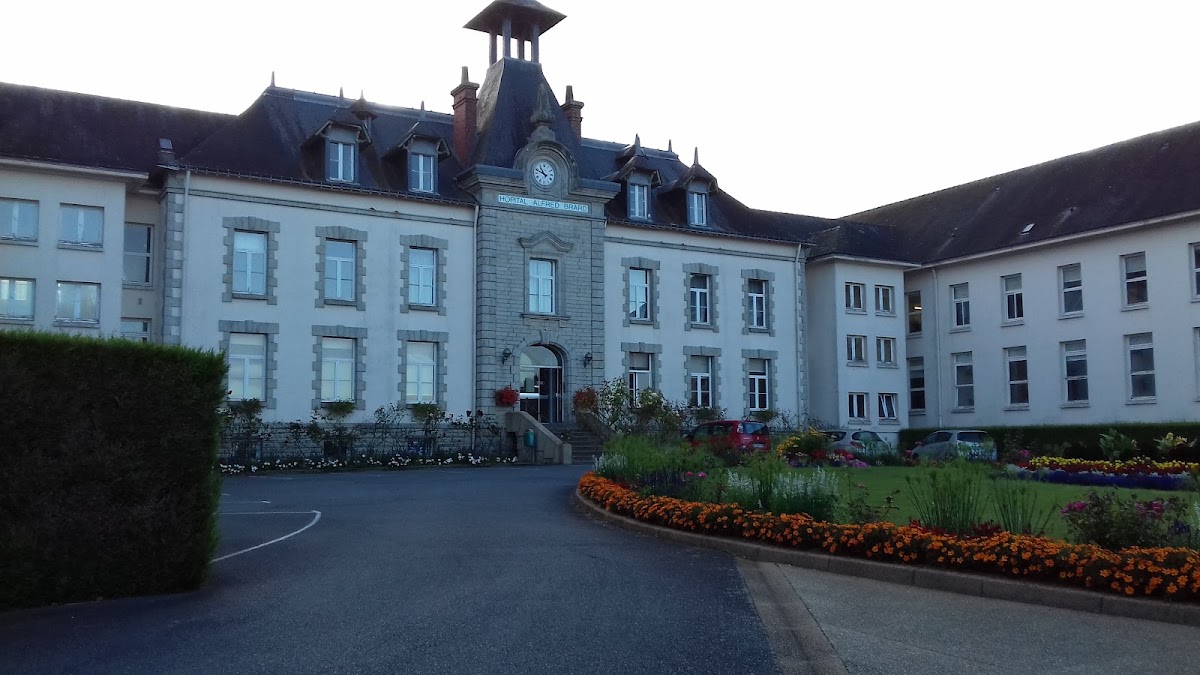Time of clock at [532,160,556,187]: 10:48
